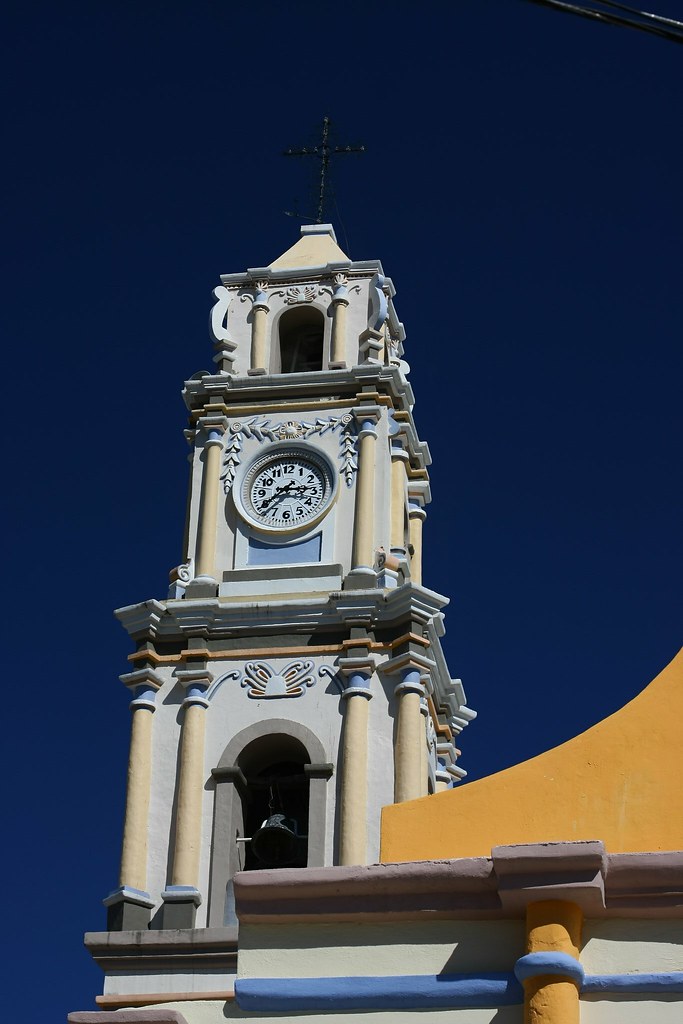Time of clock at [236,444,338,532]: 2:38
